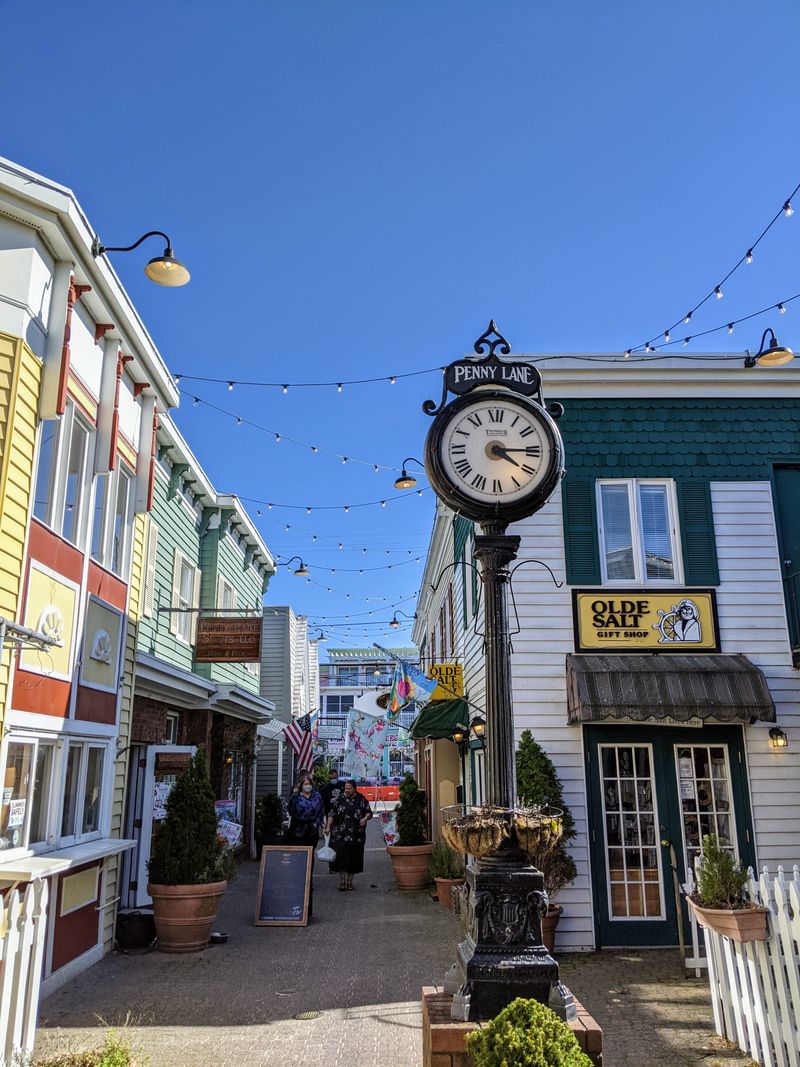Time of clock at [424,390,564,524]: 4:14
